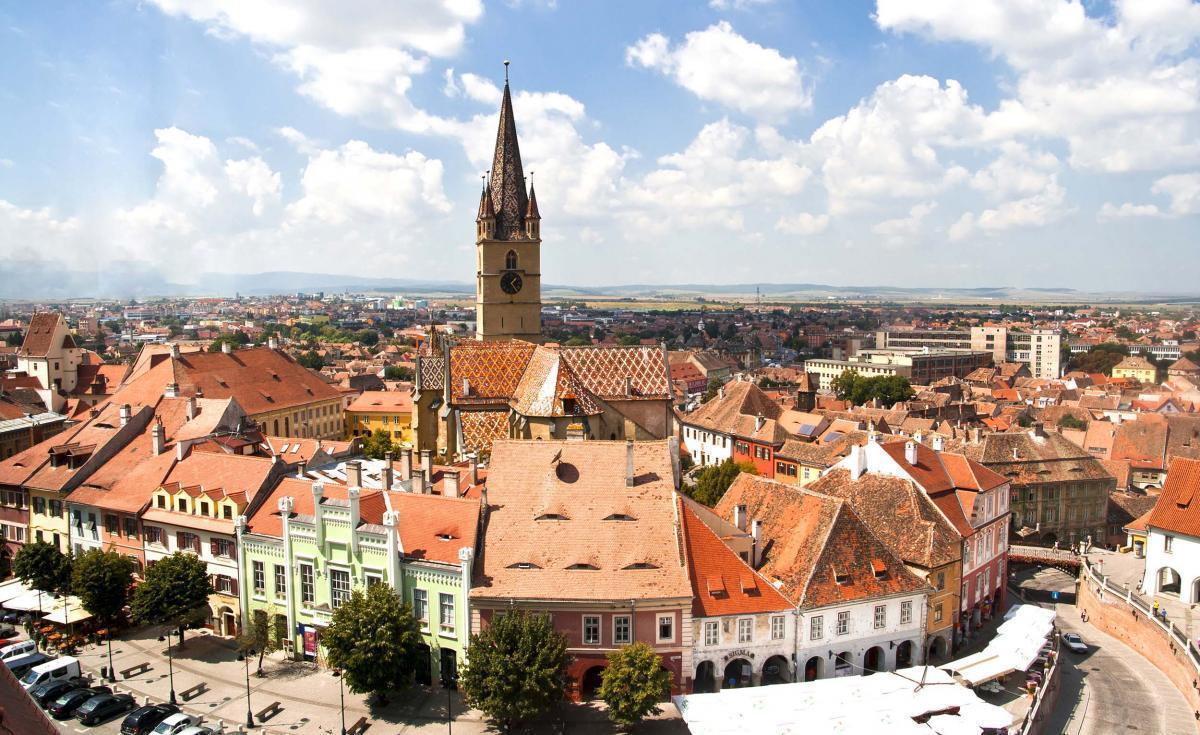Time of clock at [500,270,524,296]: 1:24
